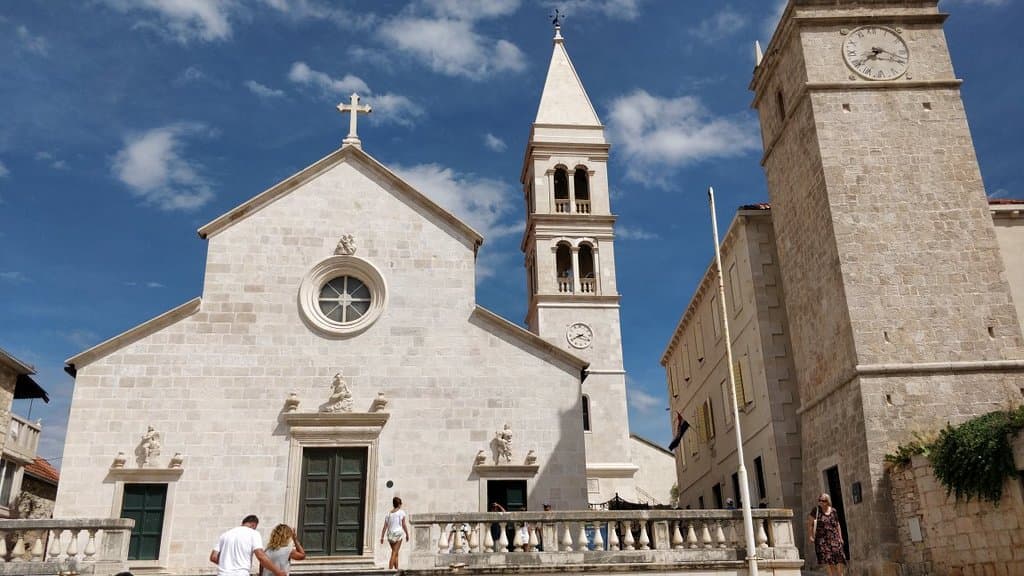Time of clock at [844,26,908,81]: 8:18
